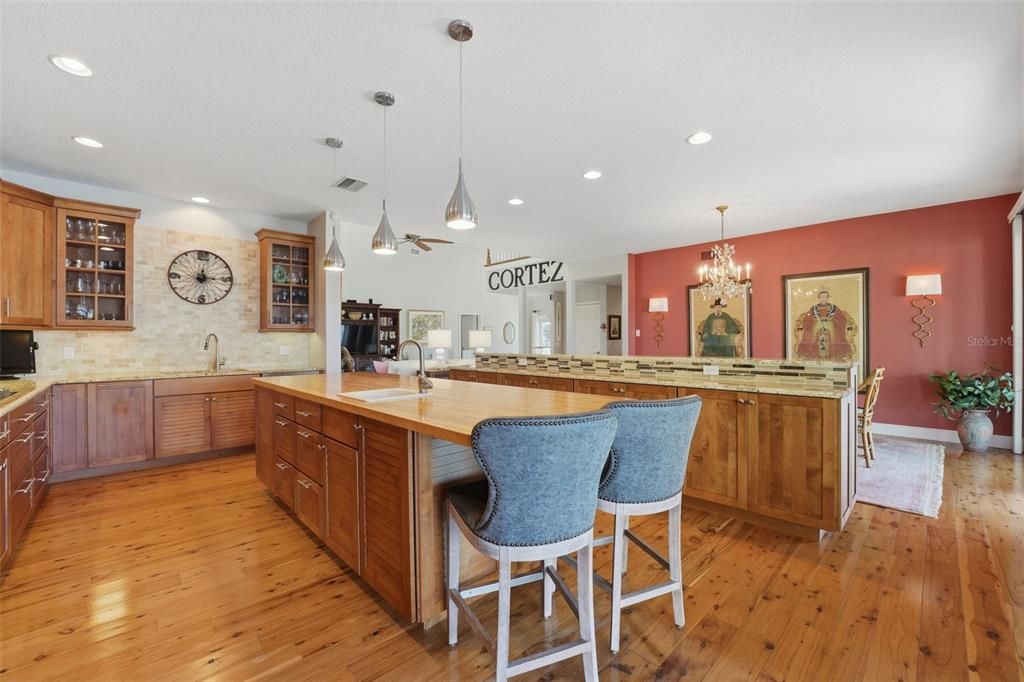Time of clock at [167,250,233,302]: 12:15
